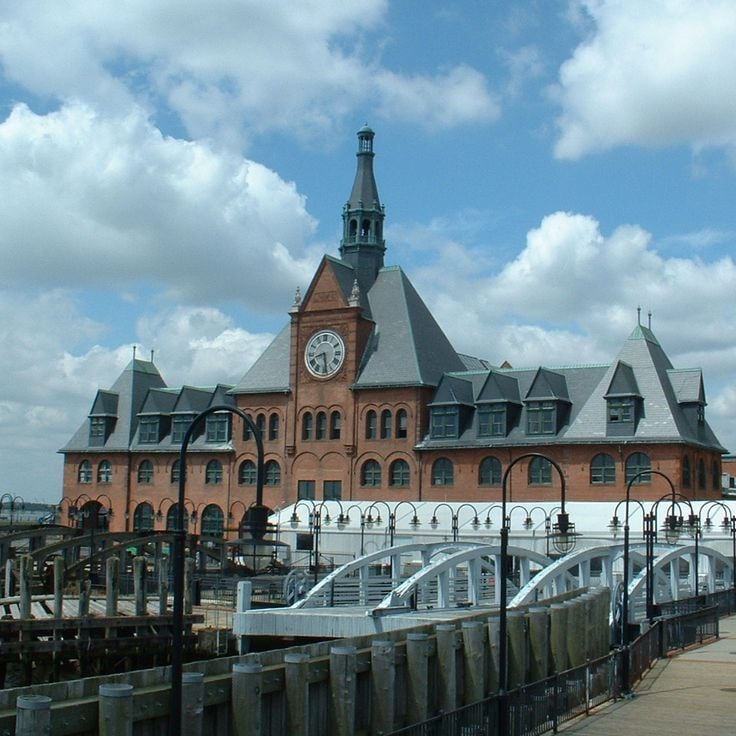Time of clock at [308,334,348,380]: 8:28
